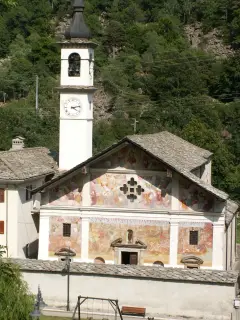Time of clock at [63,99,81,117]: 4:13
